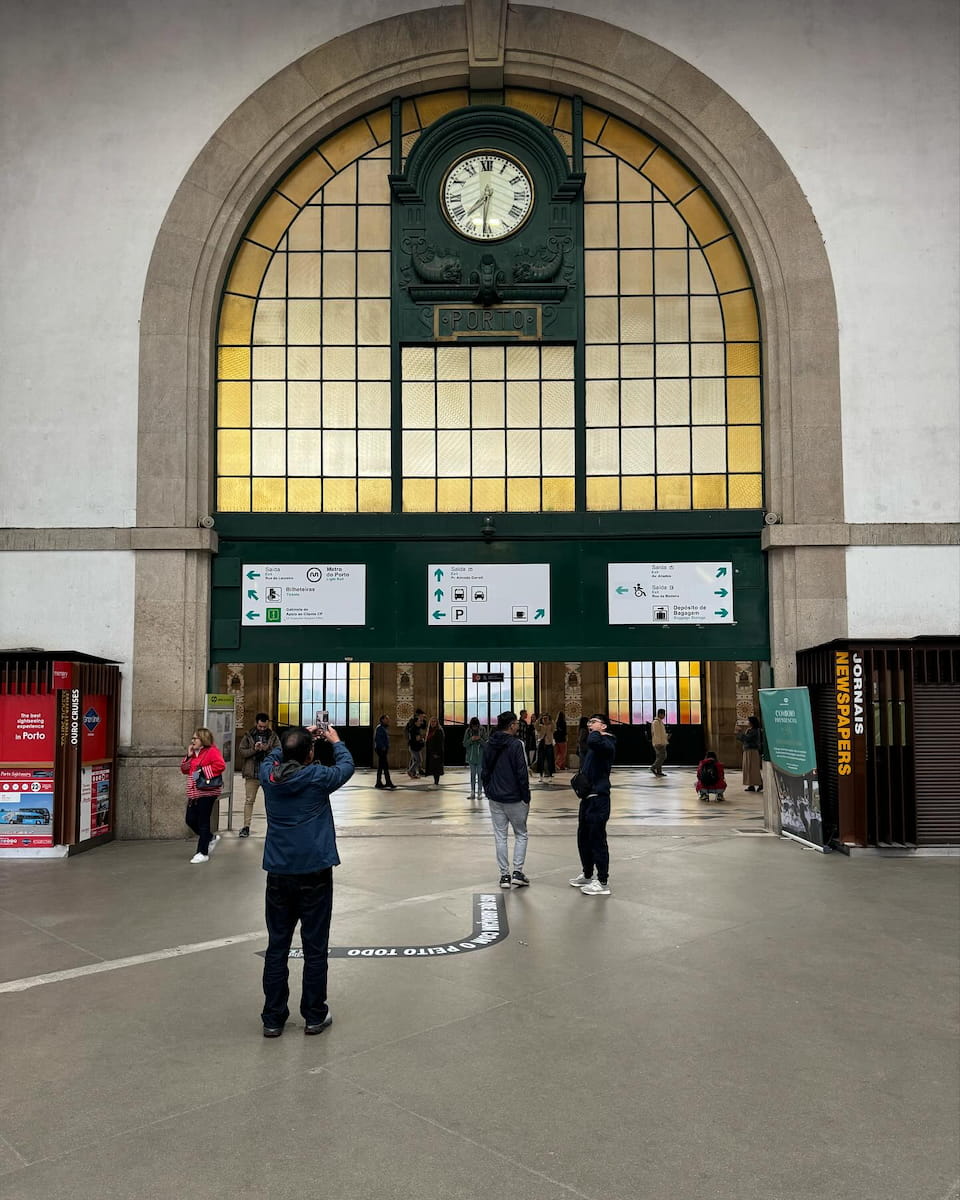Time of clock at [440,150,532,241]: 7:31
